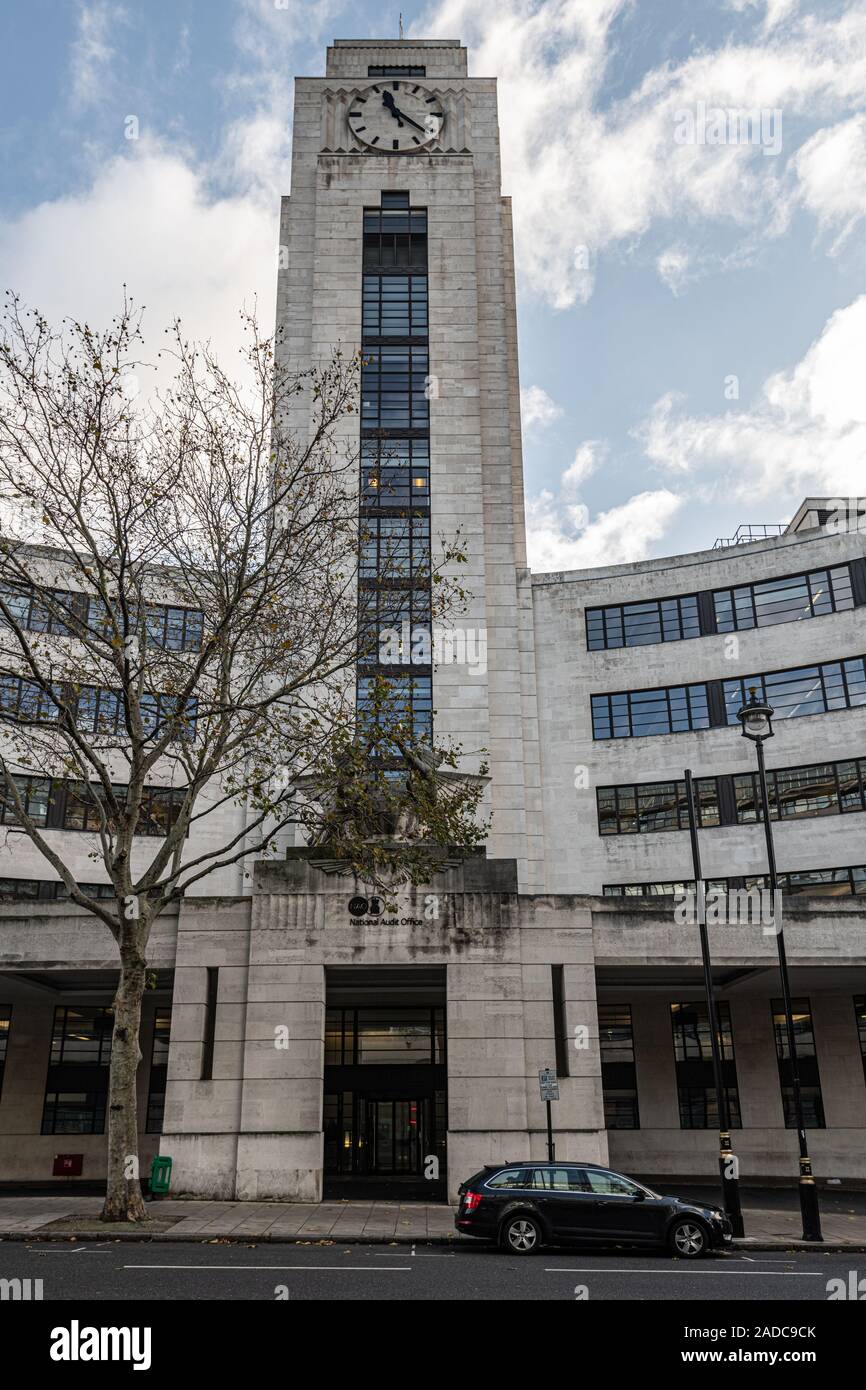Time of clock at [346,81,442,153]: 11:21
